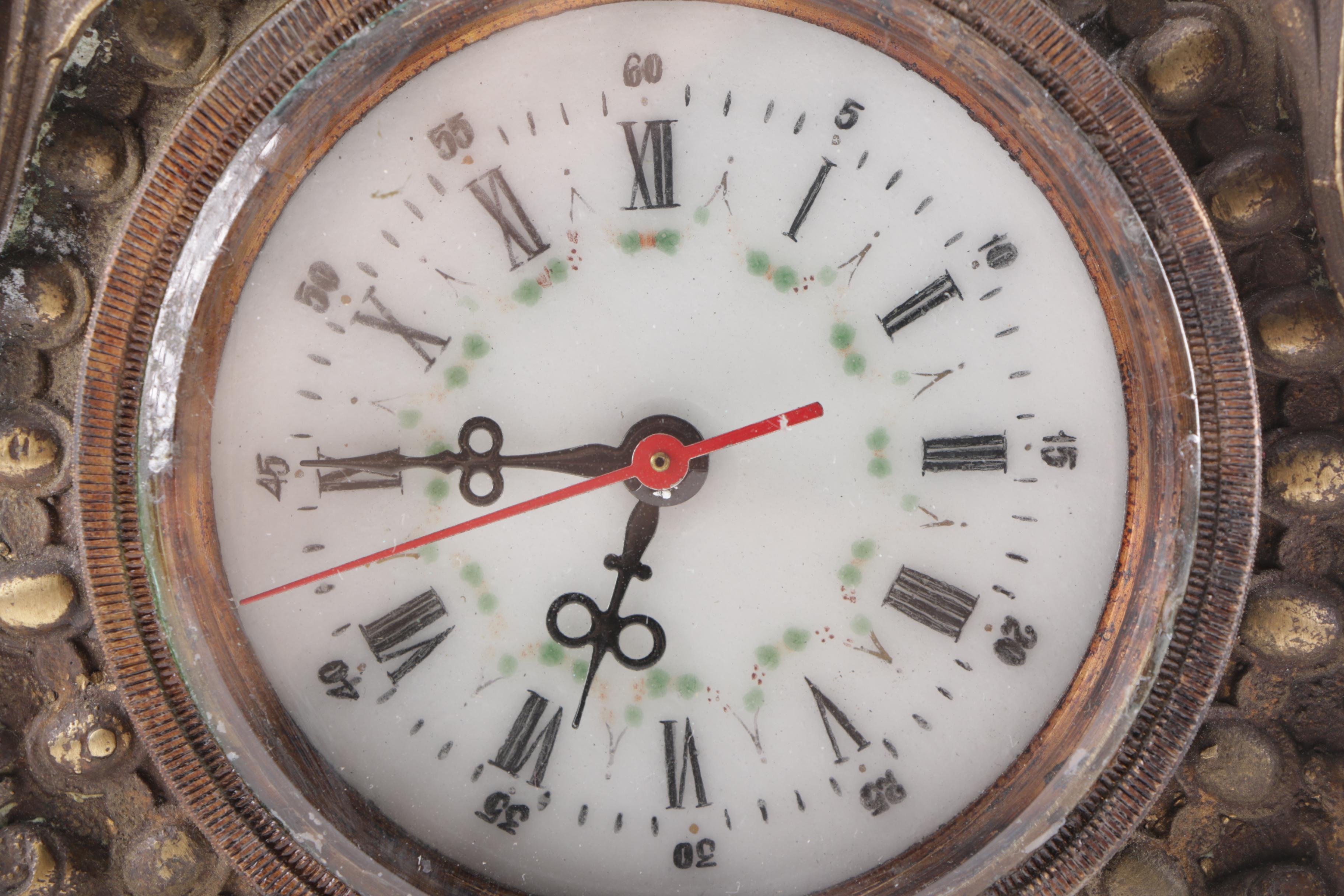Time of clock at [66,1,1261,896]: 6:45
